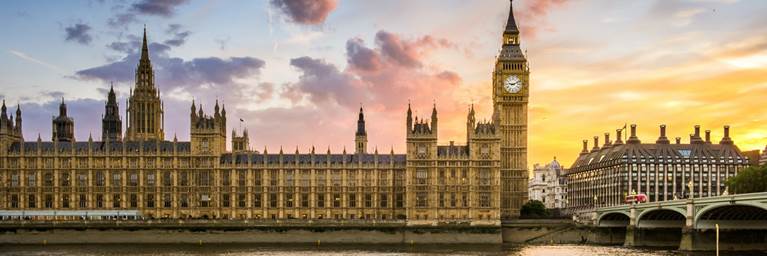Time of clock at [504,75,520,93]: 9:11
